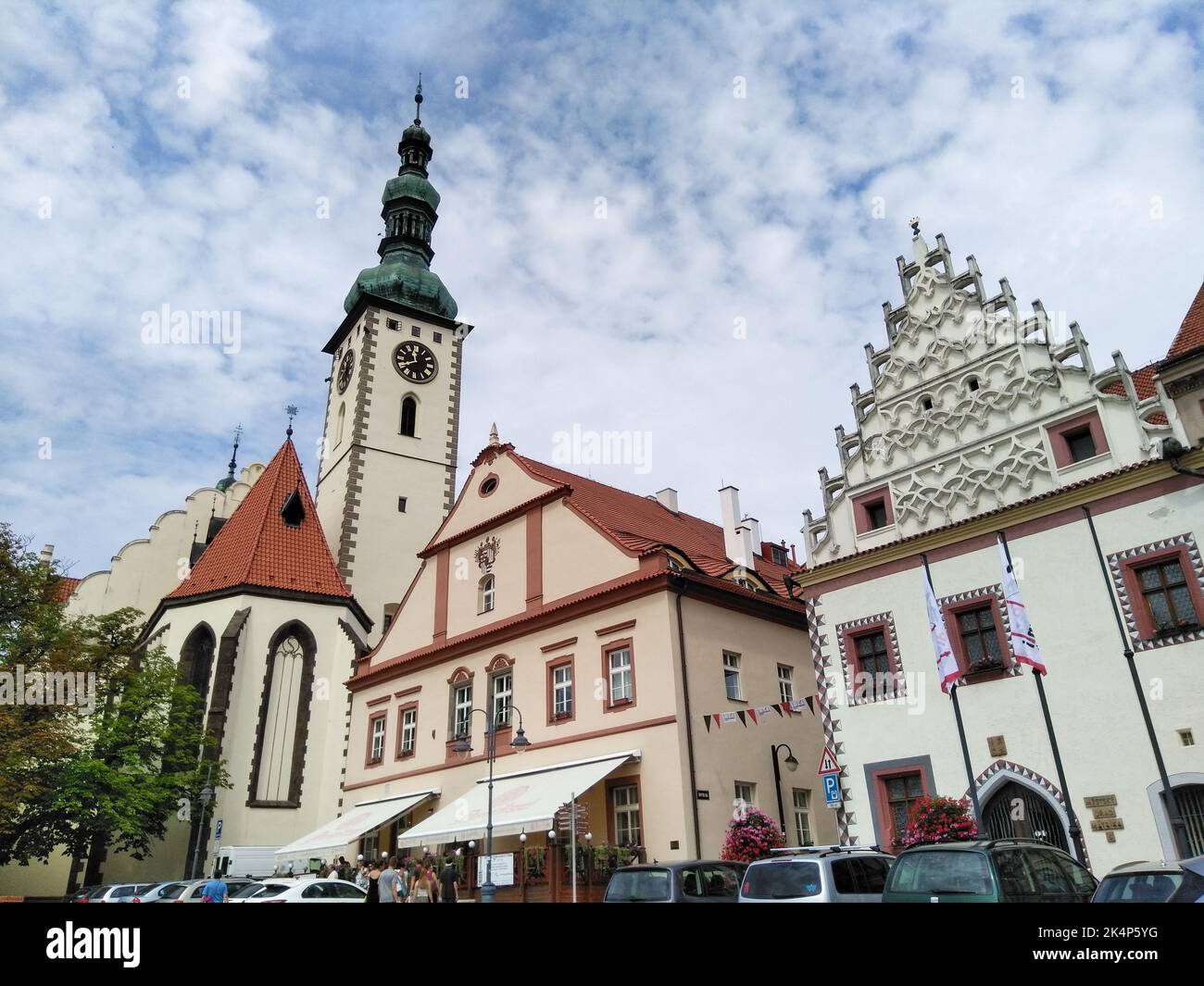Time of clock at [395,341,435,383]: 11:40
